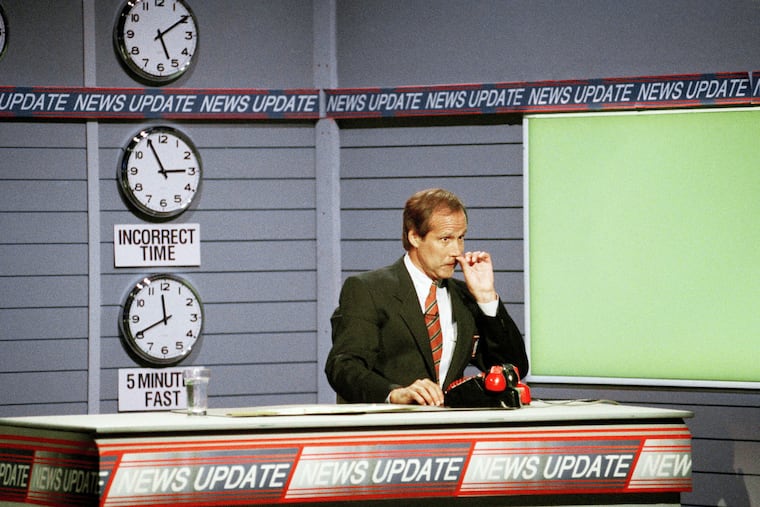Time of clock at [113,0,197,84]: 5:09
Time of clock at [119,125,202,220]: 2:55
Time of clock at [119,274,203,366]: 11:40
